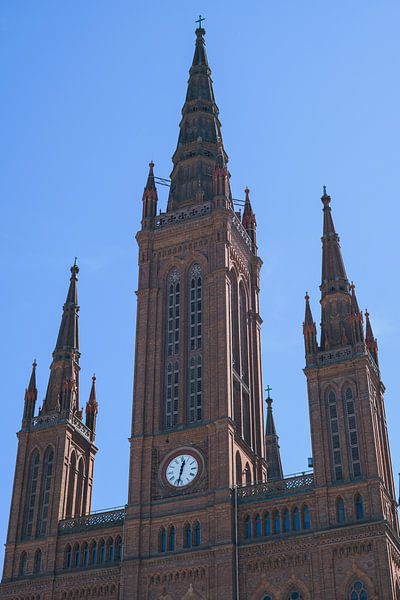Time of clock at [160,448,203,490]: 12:32
